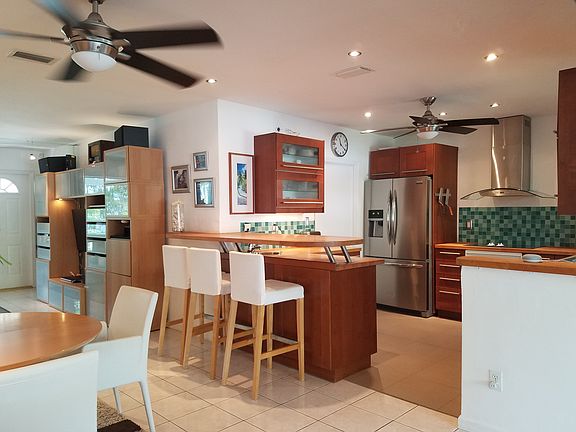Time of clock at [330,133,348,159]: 11:21
